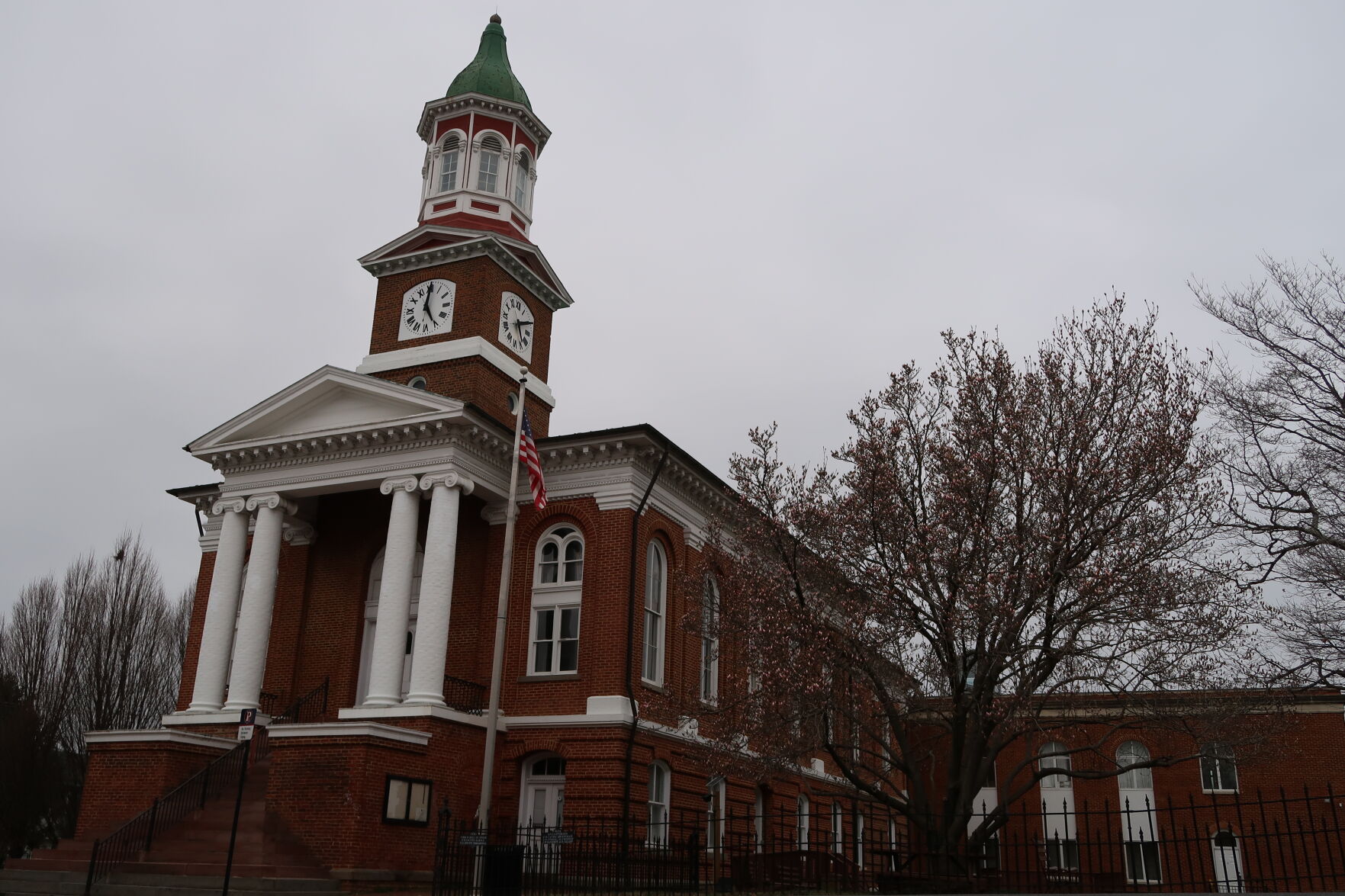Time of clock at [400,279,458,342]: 5:00
